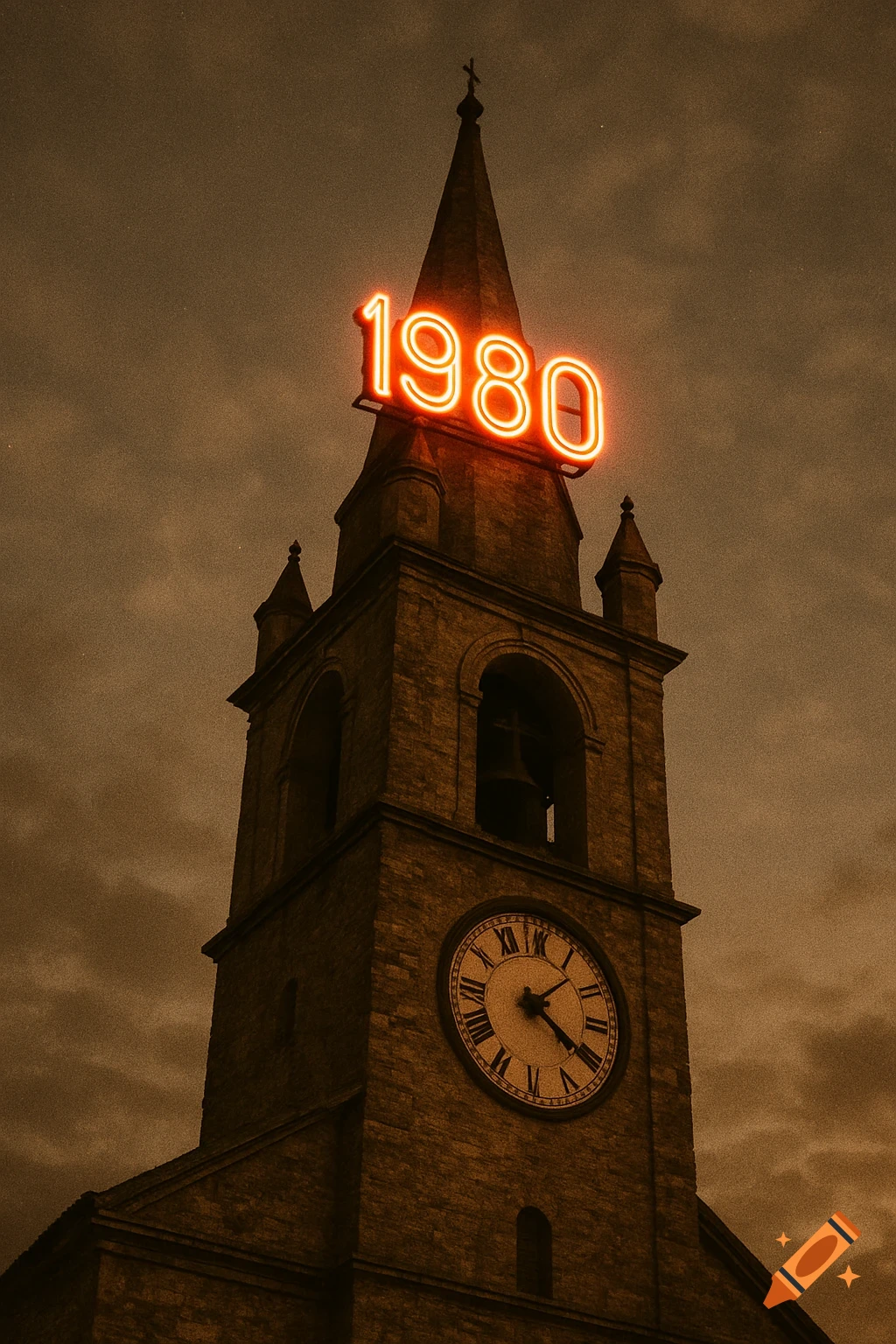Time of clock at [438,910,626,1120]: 1:20
